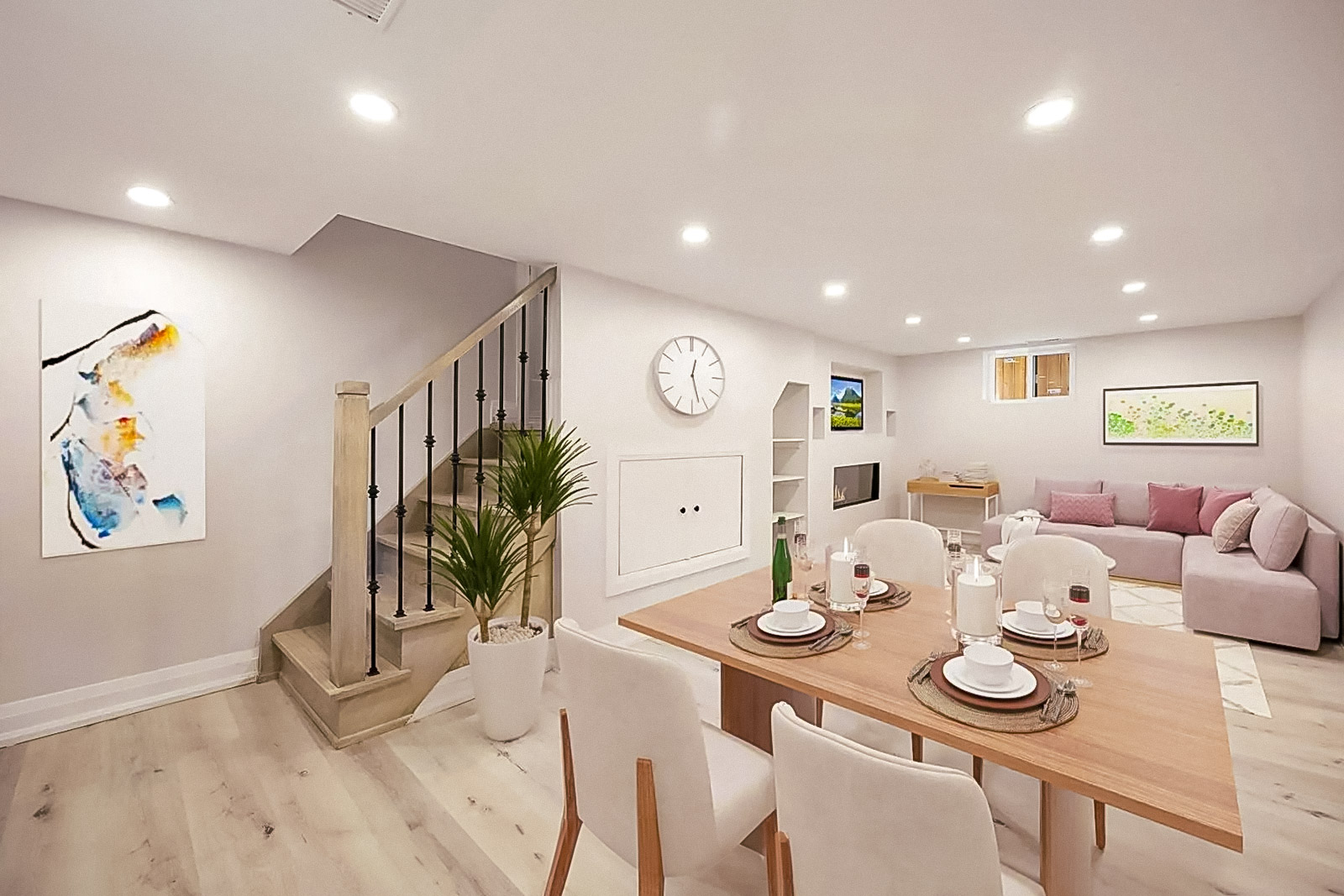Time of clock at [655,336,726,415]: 12:27
